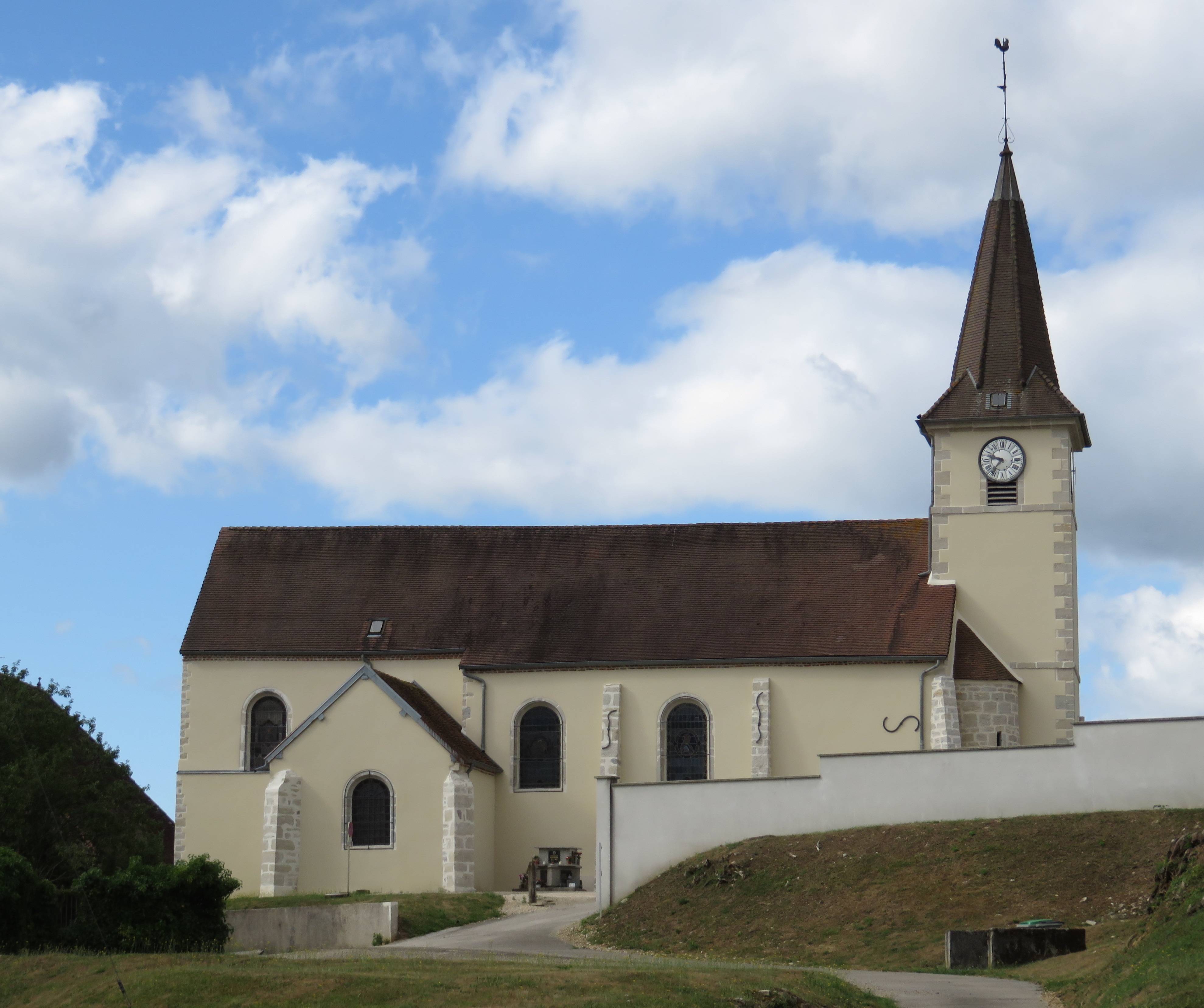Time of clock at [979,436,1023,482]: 9:36
